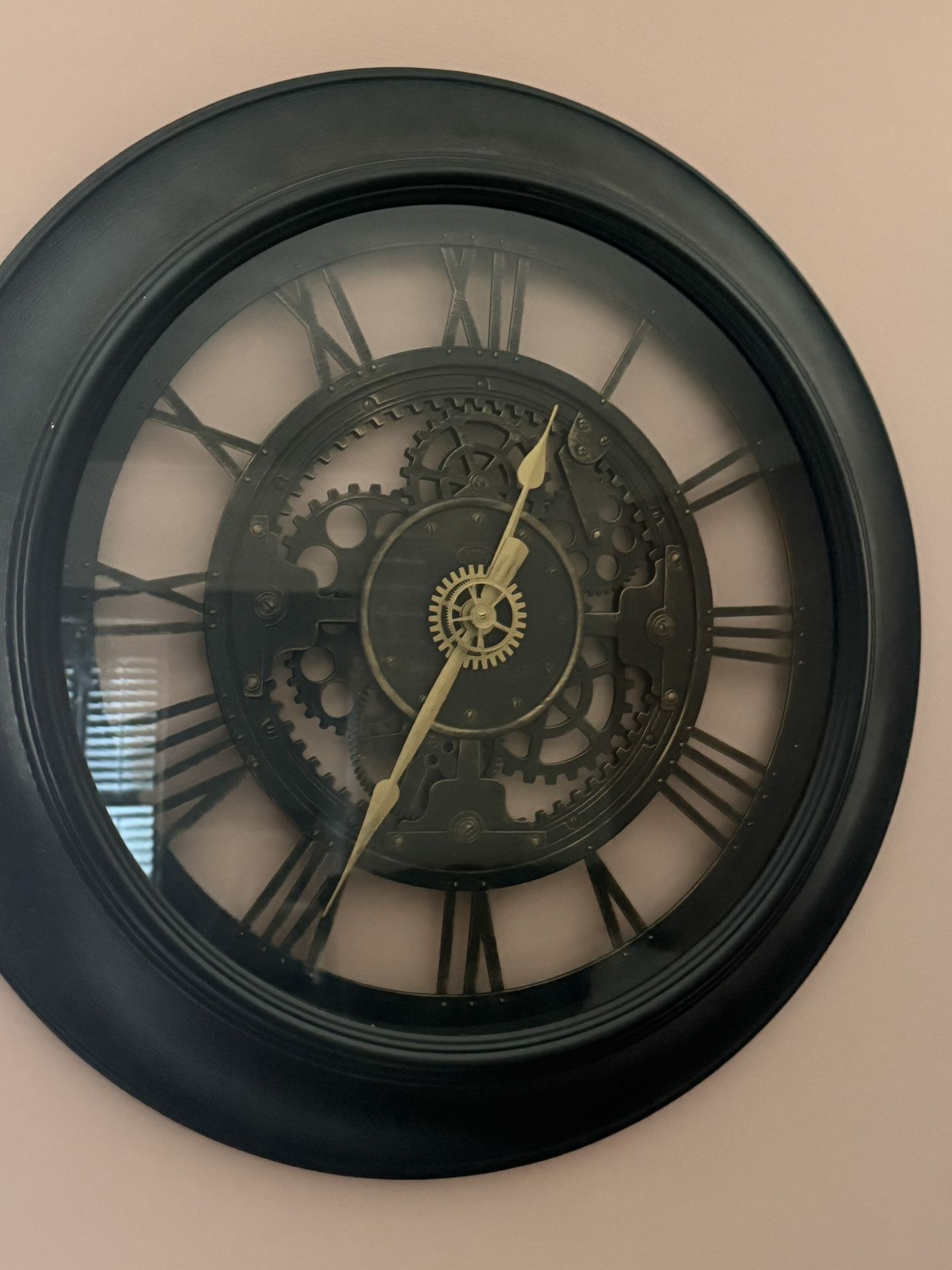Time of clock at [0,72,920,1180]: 12:34
